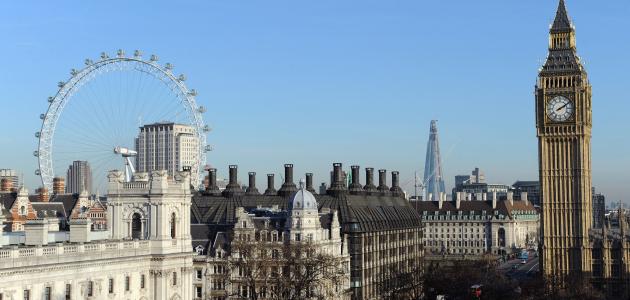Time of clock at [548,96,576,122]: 2:09
